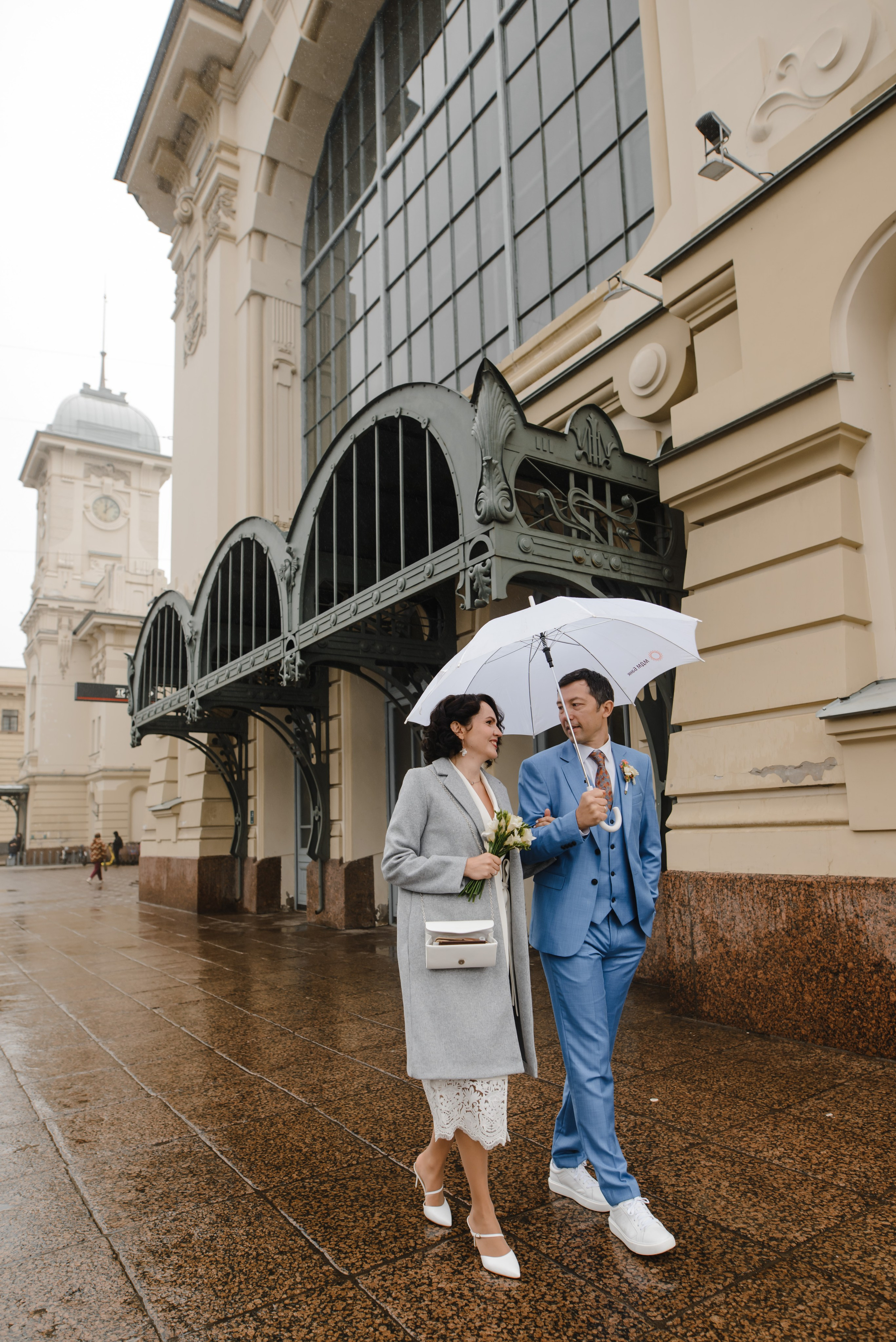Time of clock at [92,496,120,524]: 12:07
